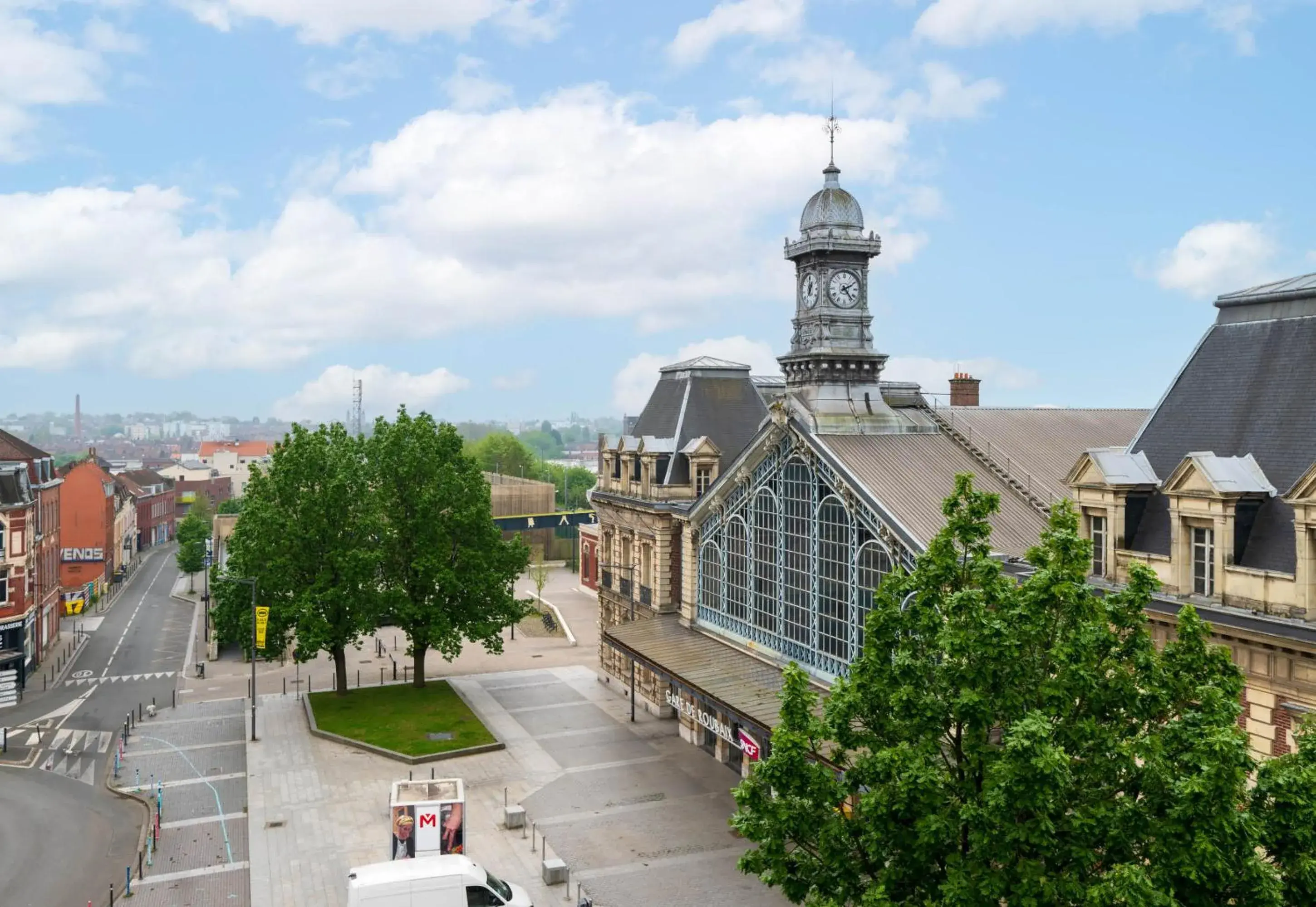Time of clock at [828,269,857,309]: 2:23
